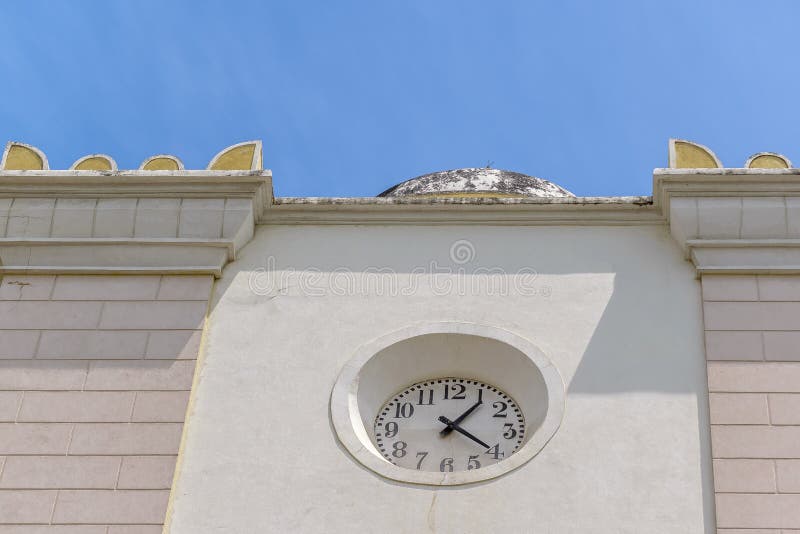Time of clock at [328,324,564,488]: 1:20
